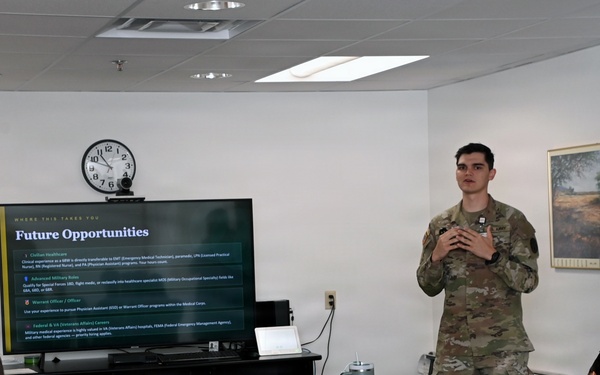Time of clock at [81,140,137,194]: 10:48
